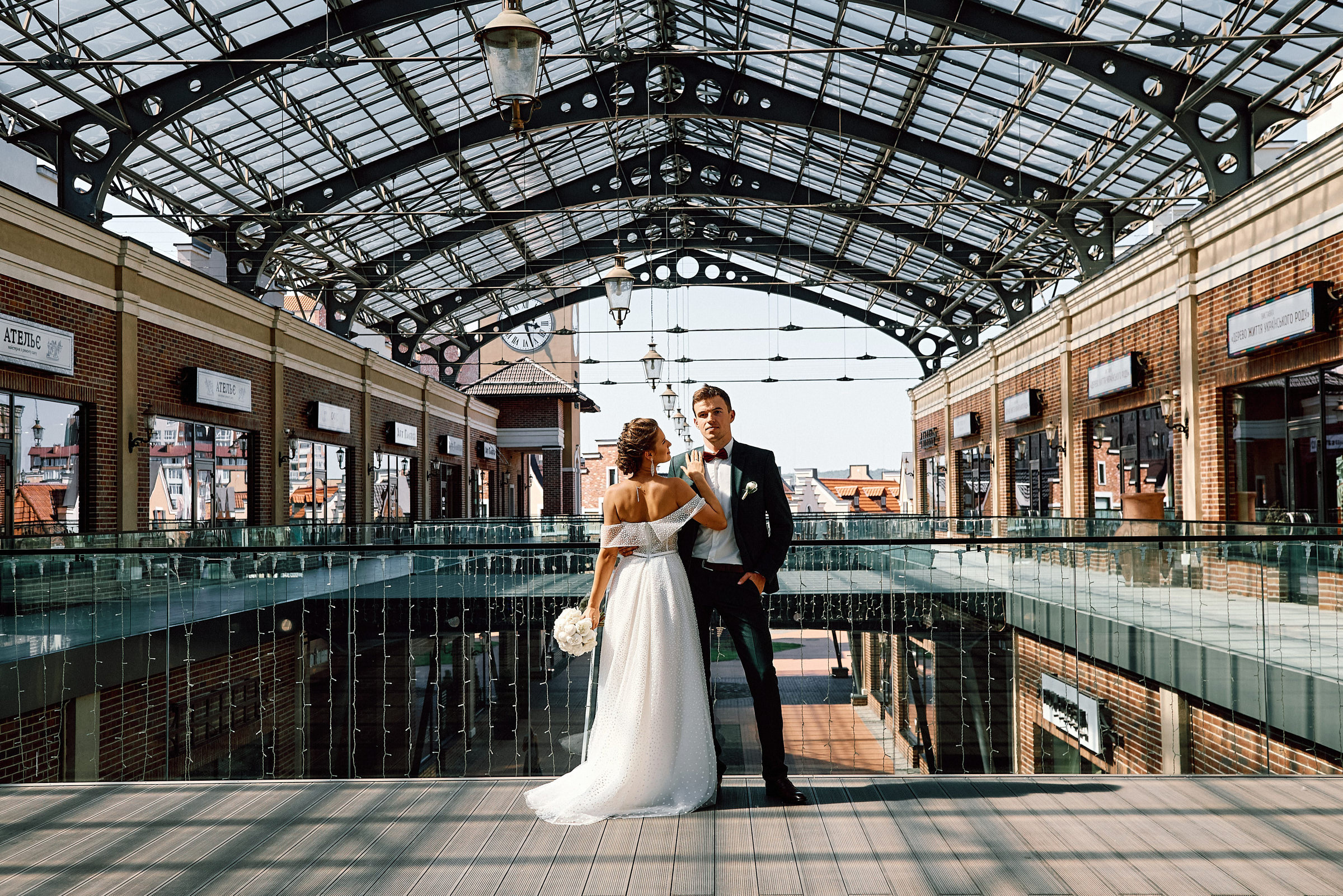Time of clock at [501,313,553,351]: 3:27
